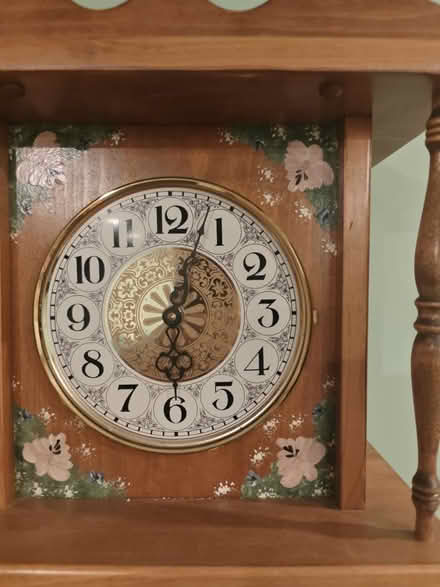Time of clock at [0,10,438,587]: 6:03
